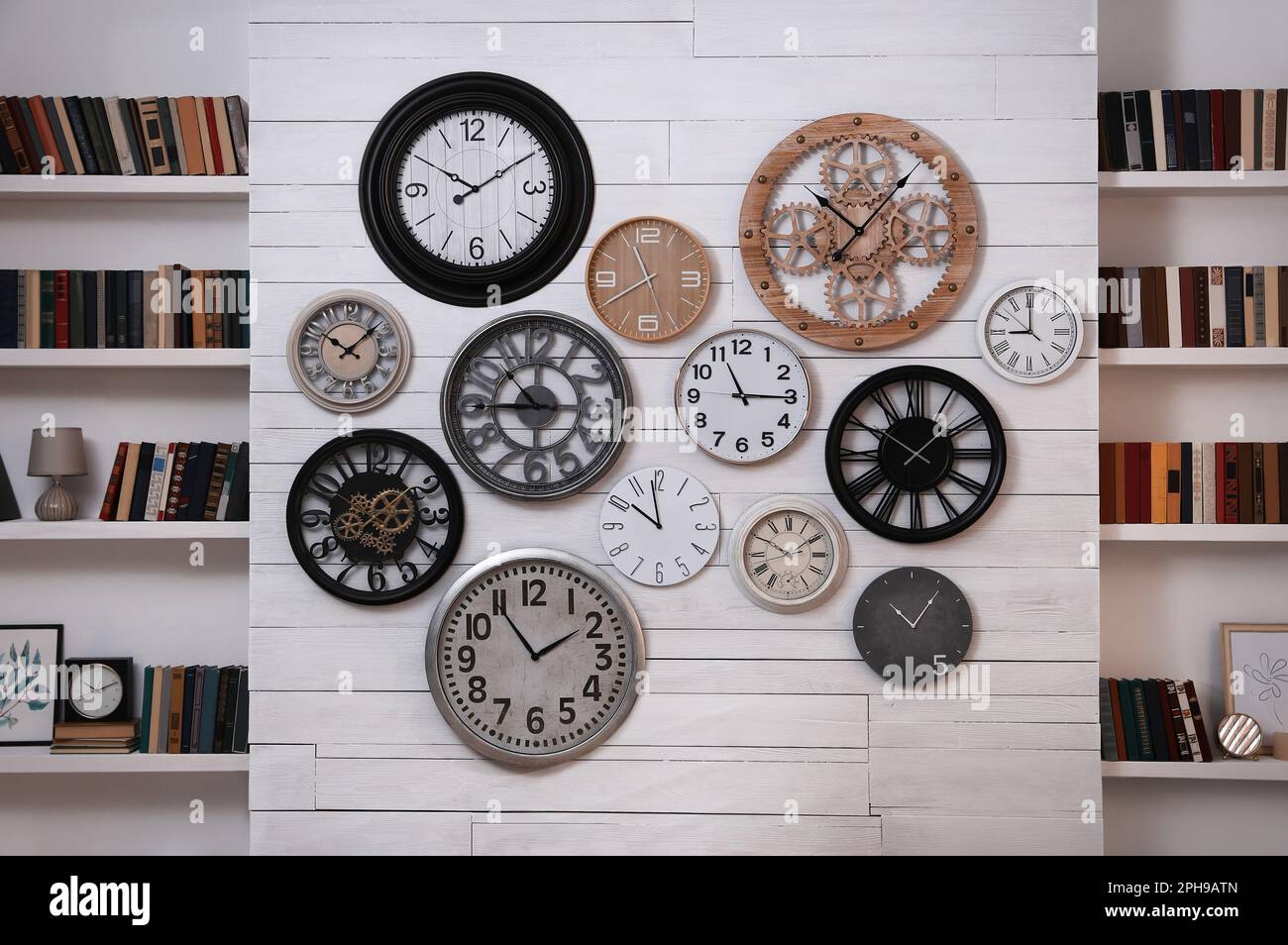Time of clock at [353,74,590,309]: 10:09
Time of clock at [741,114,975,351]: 10:07
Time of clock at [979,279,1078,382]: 8:59
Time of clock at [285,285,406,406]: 10:07
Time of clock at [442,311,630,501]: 10:44
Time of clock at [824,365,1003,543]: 1:50
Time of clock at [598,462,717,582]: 9:58
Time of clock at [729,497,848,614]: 1:50
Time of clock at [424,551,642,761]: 1:54
